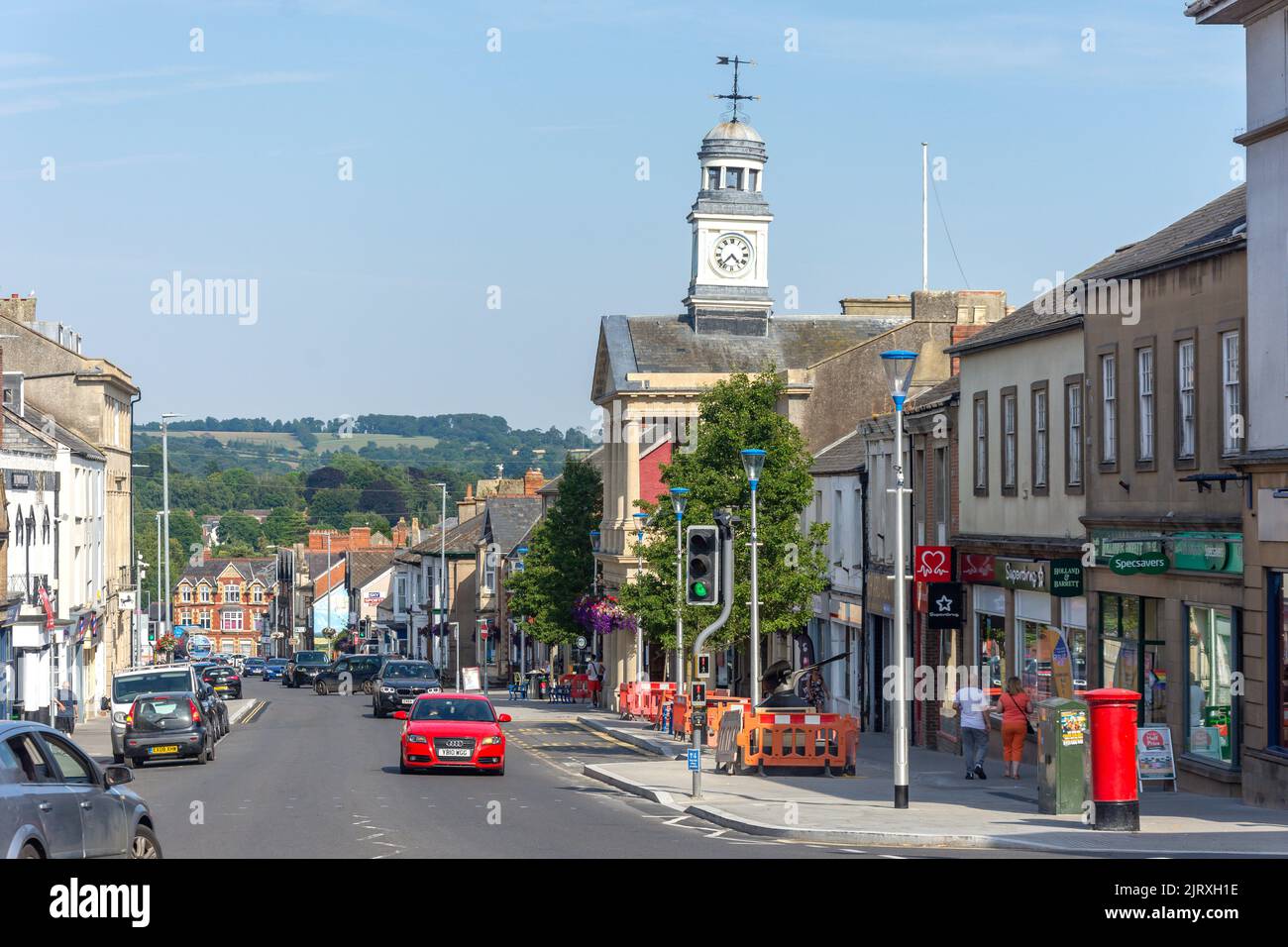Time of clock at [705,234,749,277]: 4:37
